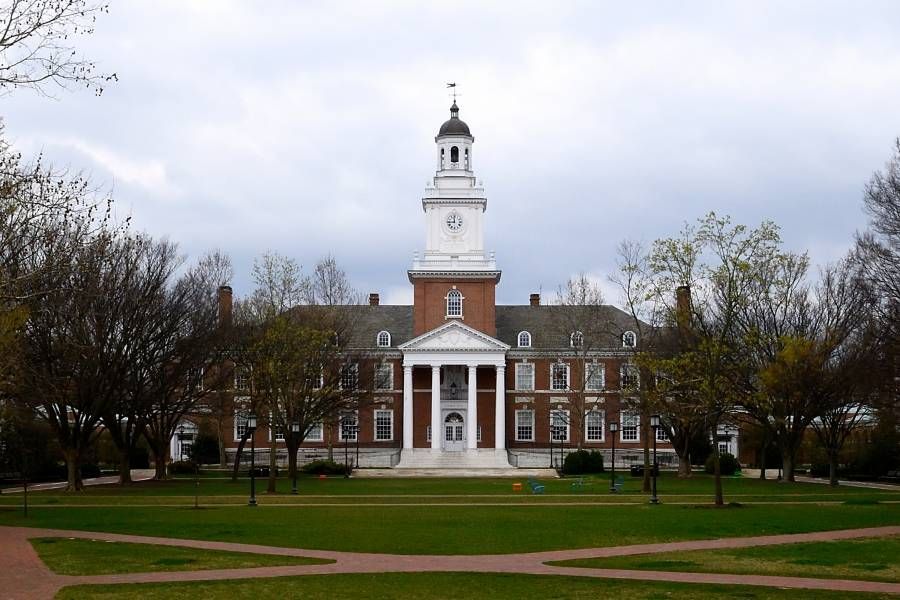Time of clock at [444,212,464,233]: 11:44
